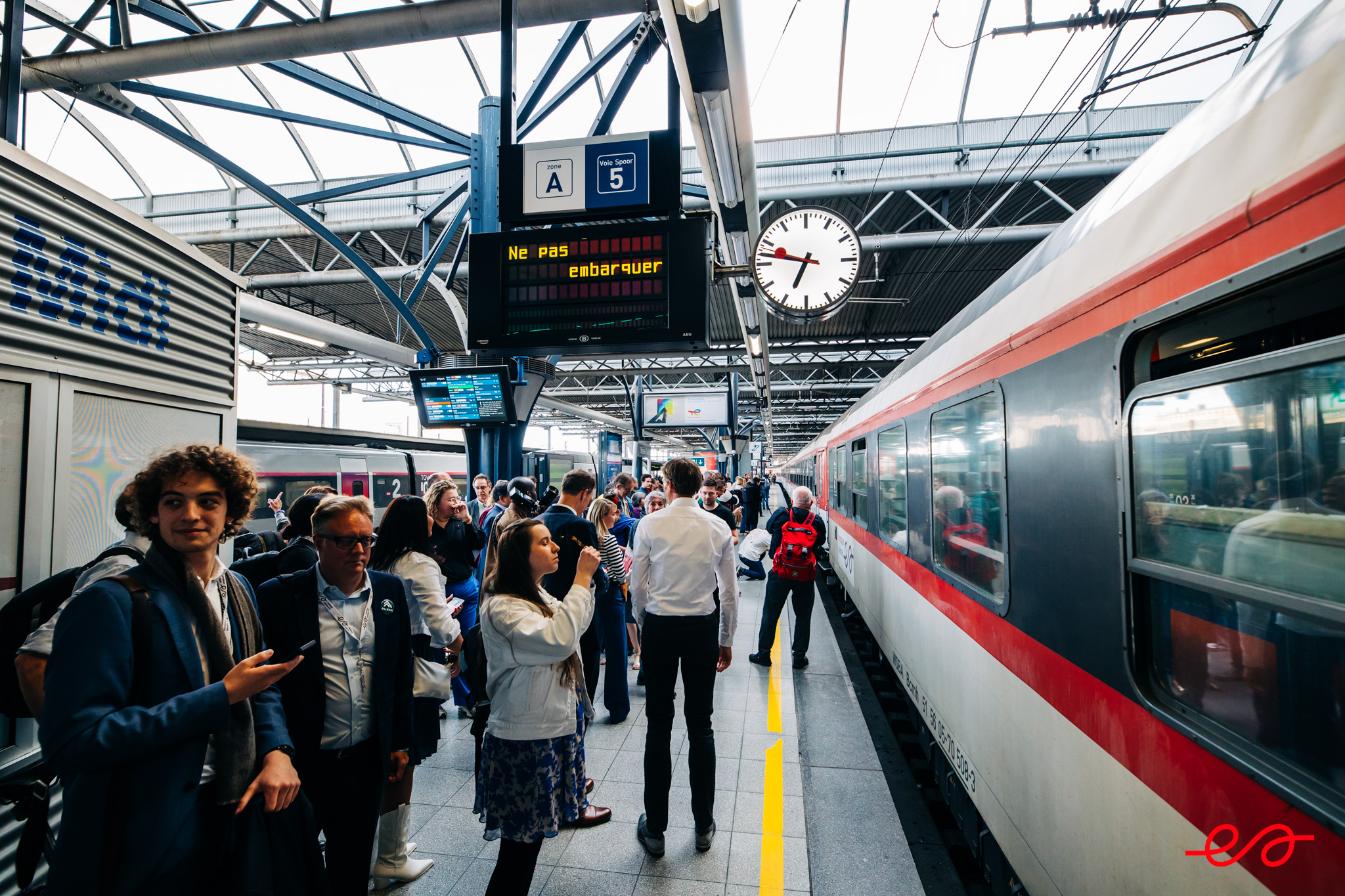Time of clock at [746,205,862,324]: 6:47
